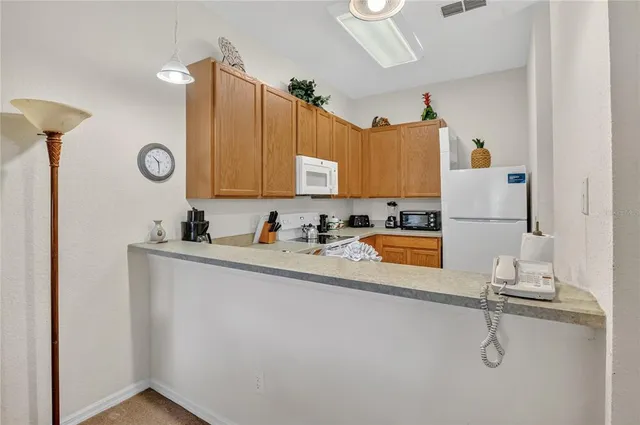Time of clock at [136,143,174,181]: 10:29
